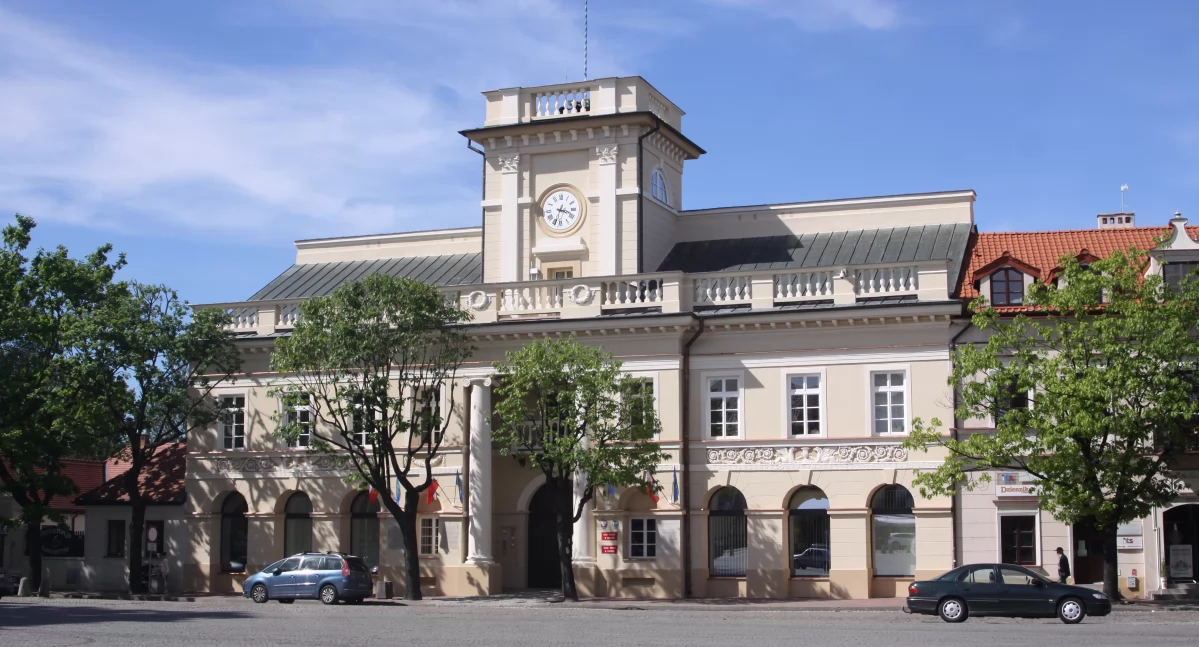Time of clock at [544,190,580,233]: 3:33
